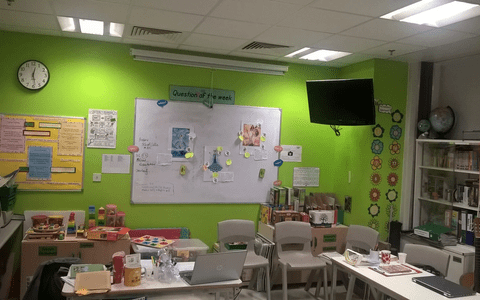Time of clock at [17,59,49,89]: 12:28
